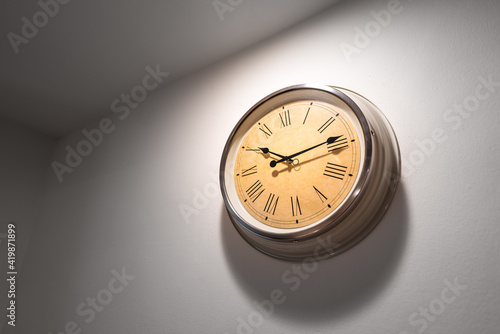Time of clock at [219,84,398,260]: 10:13
